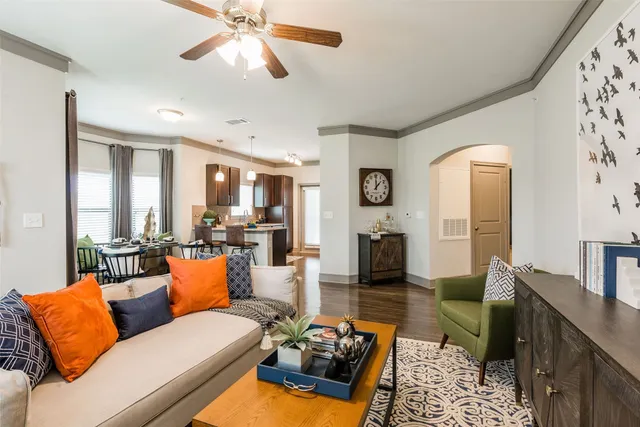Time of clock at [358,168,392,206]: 12:07
